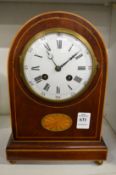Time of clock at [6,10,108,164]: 11:08
